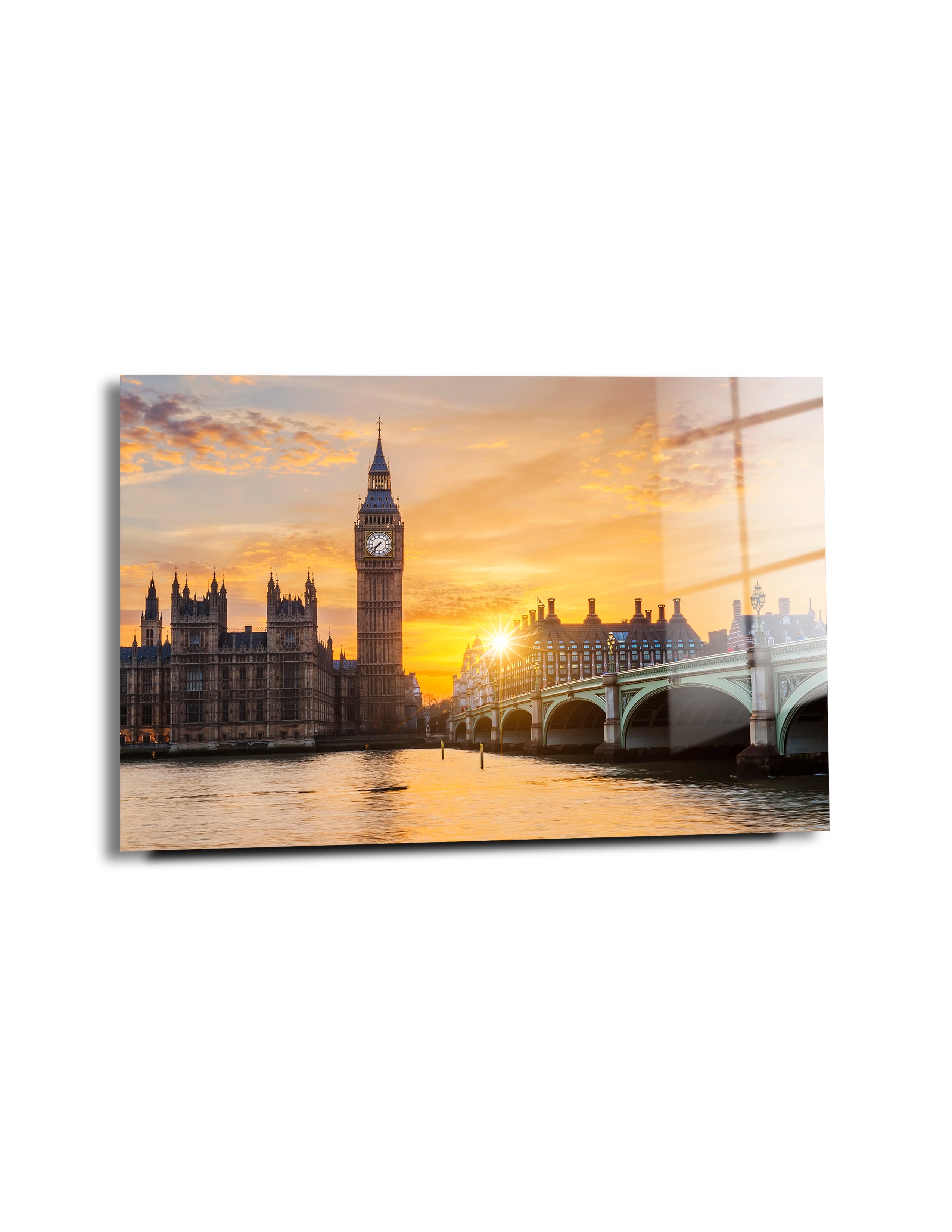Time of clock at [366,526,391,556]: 7:36
